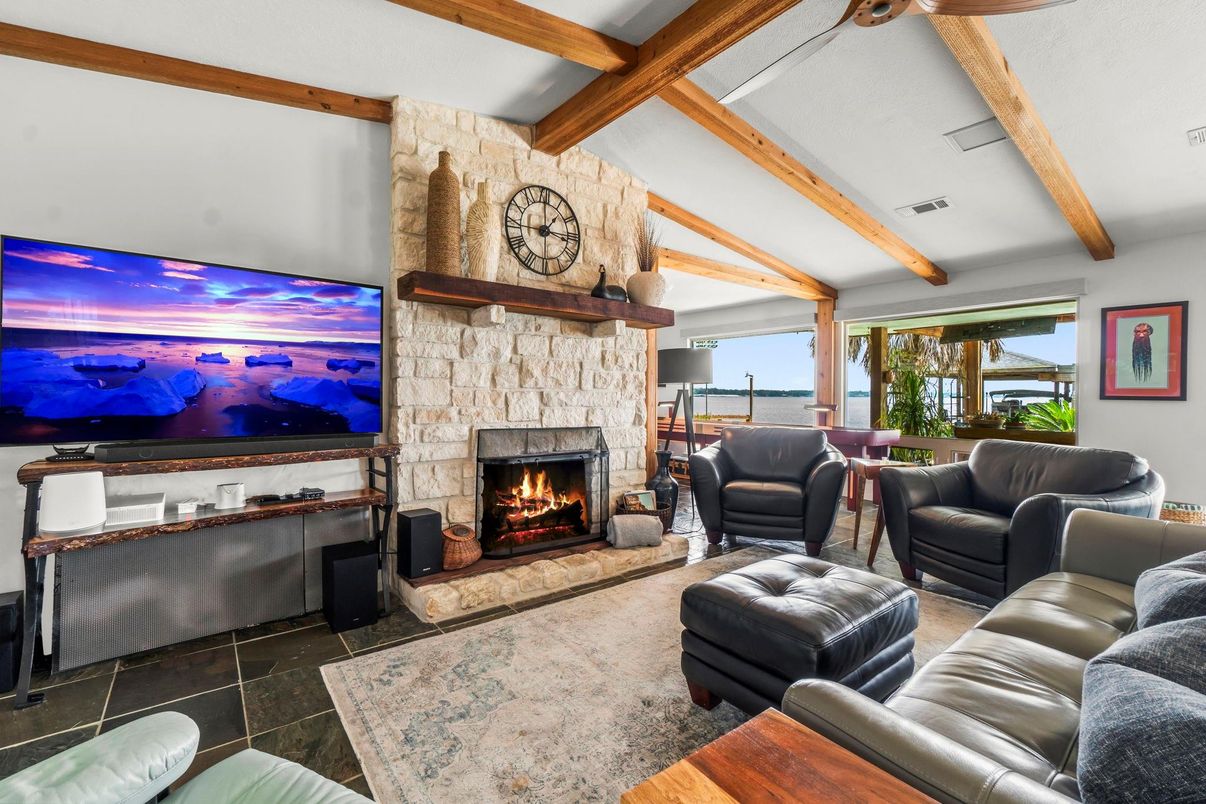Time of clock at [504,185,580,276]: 1:16
